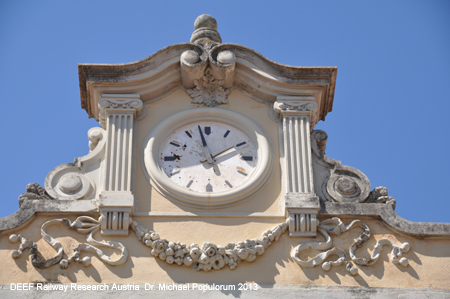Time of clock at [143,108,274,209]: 1:57
